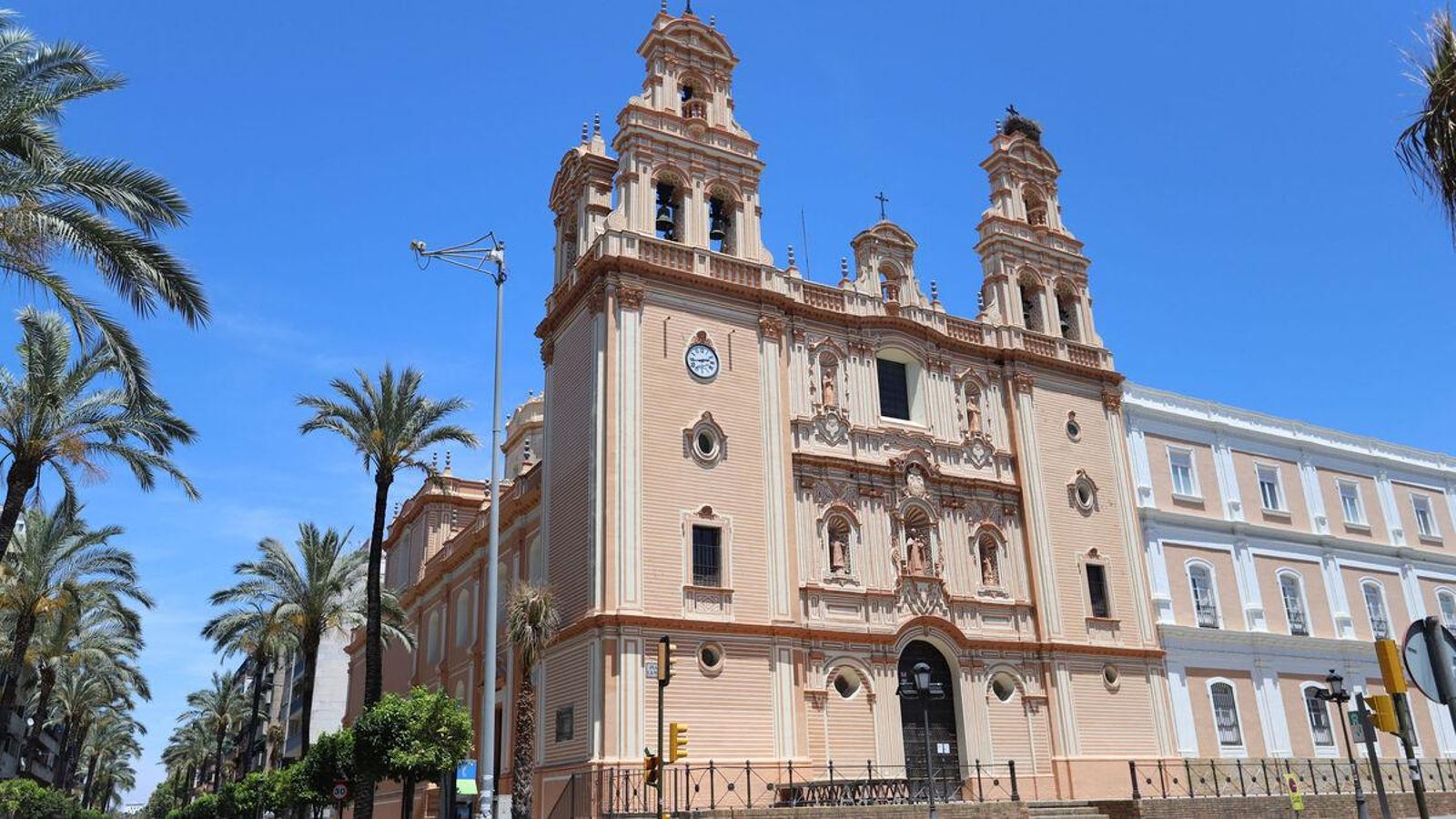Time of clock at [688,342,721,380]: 2:43
